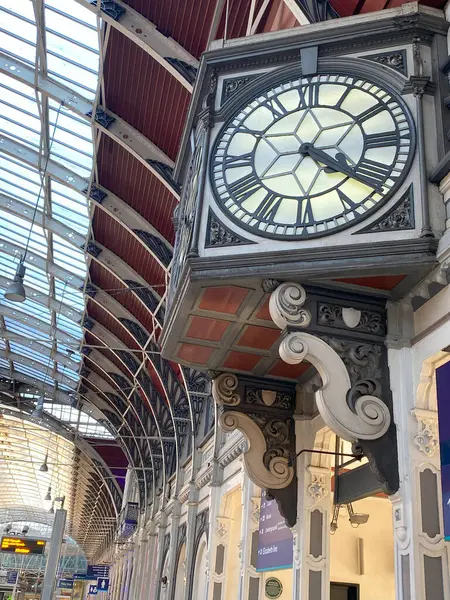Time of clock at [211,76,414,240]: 4:20
